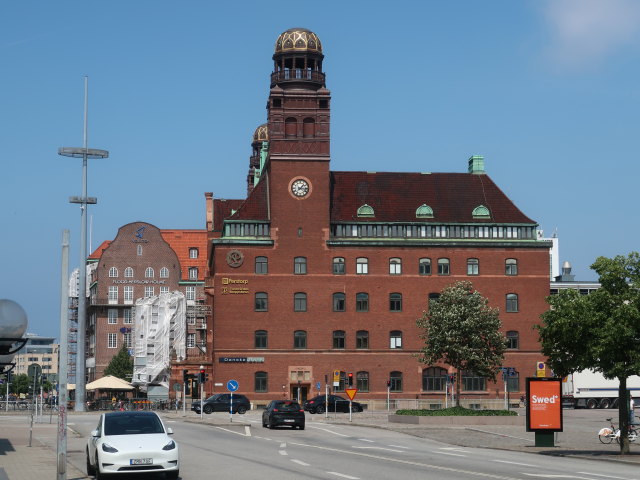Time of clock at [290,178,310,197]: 1:16
